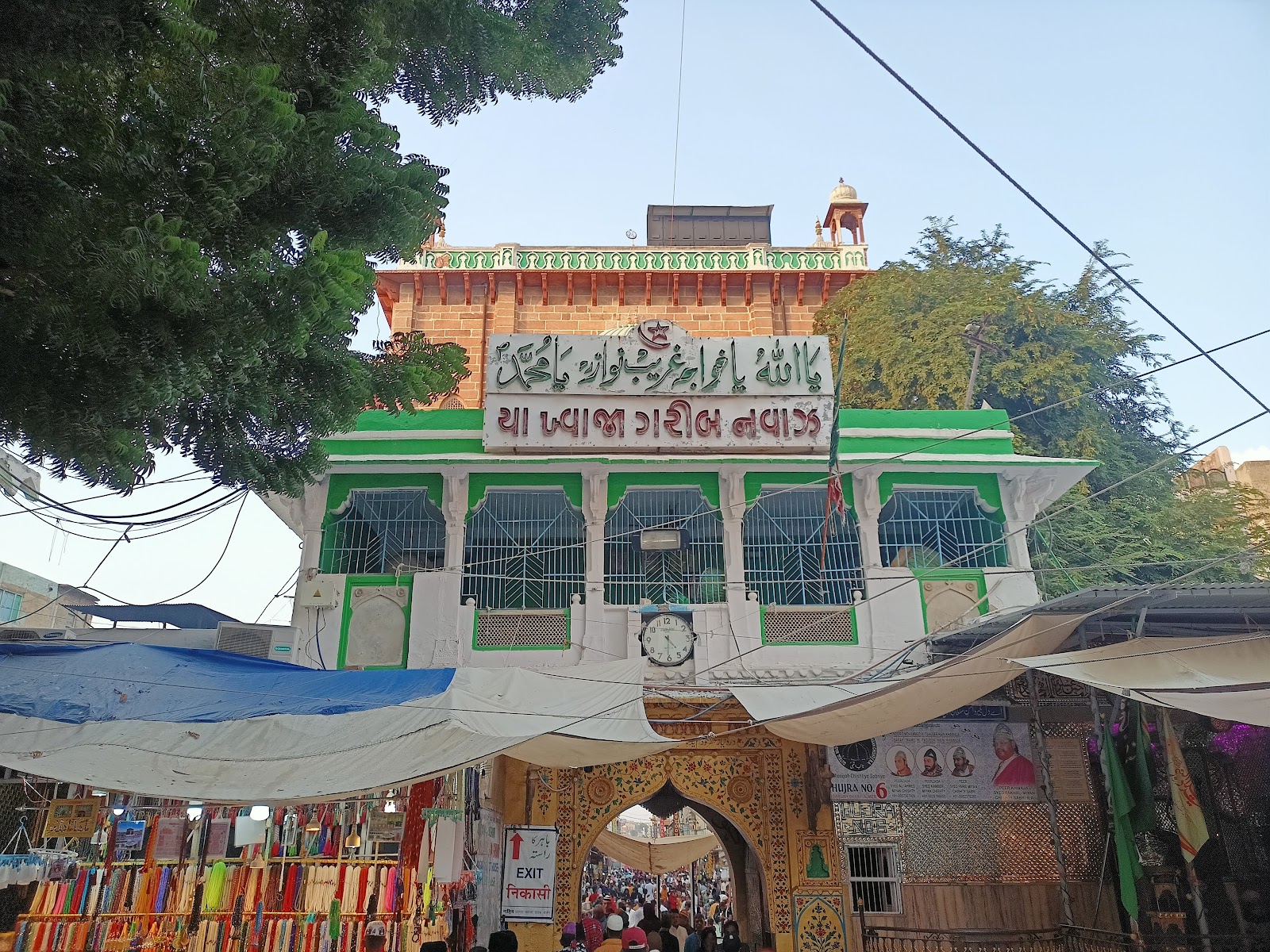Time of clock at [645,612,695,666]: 4:30
